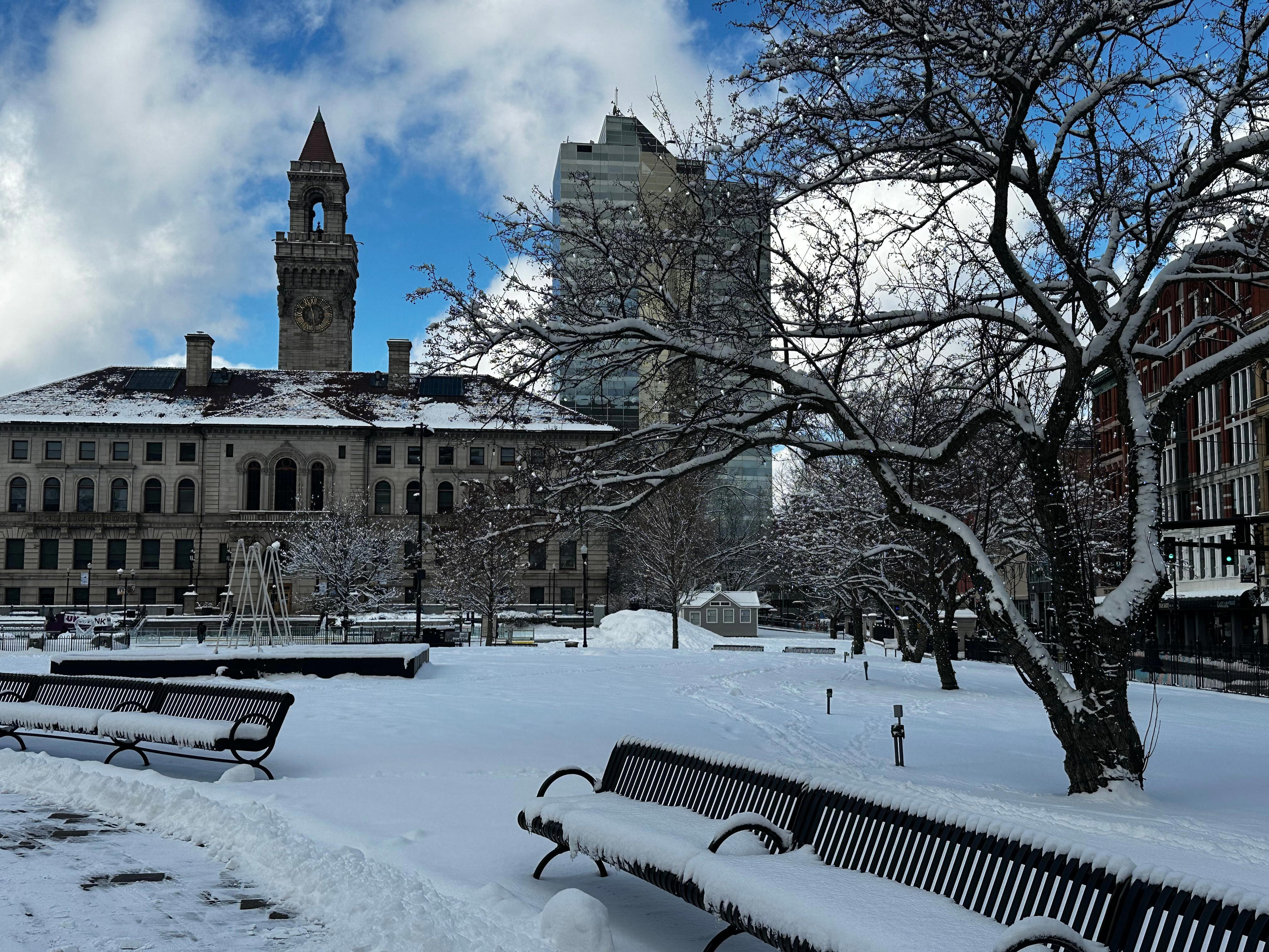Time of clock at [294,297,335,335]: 11:29
